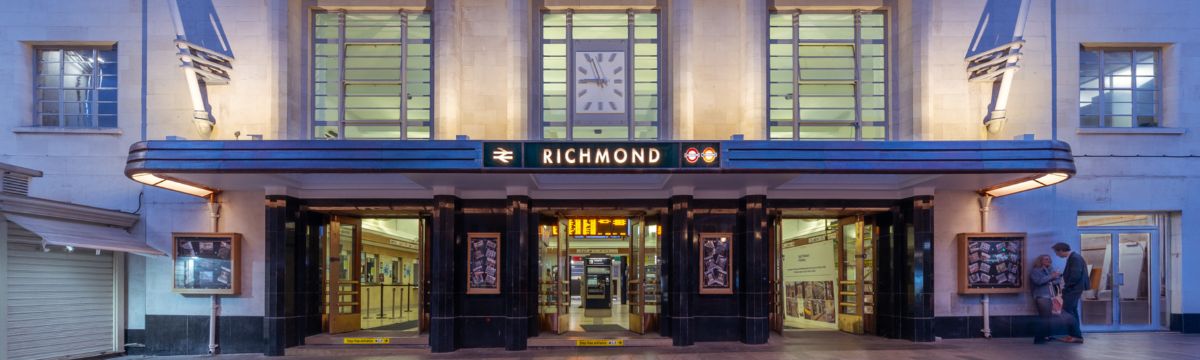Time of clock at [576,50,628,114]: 8:56
